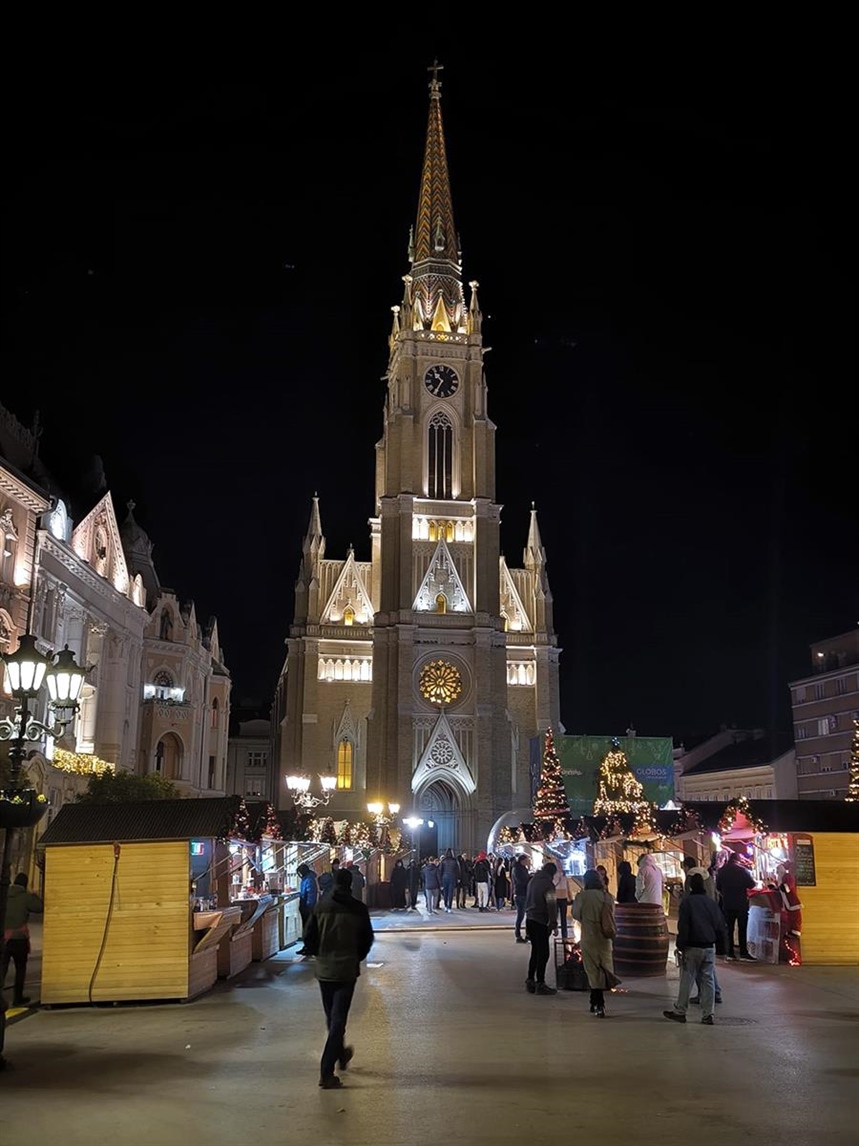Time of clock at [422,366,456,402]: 10:35
